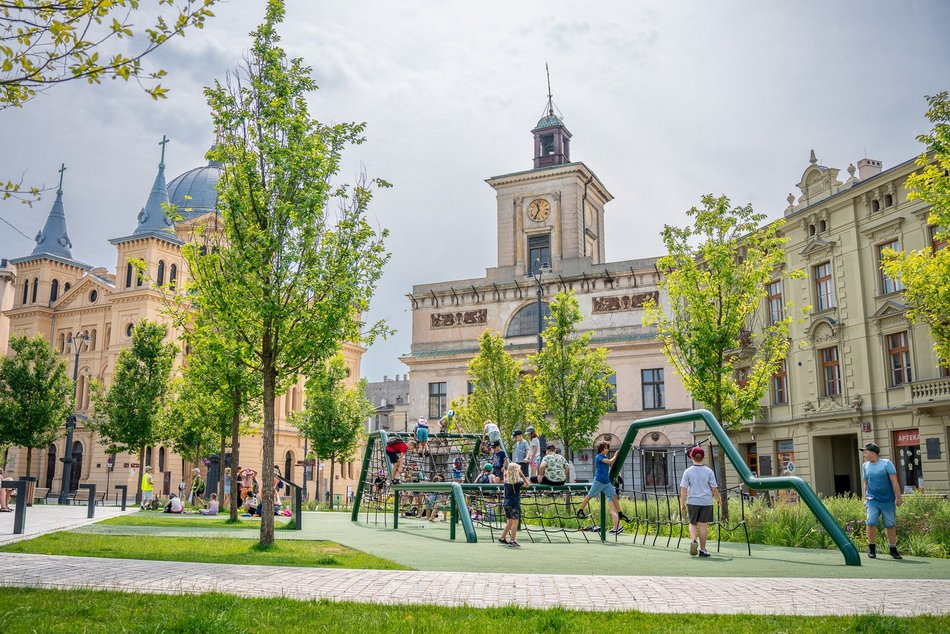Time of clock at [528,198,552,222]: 11:35
